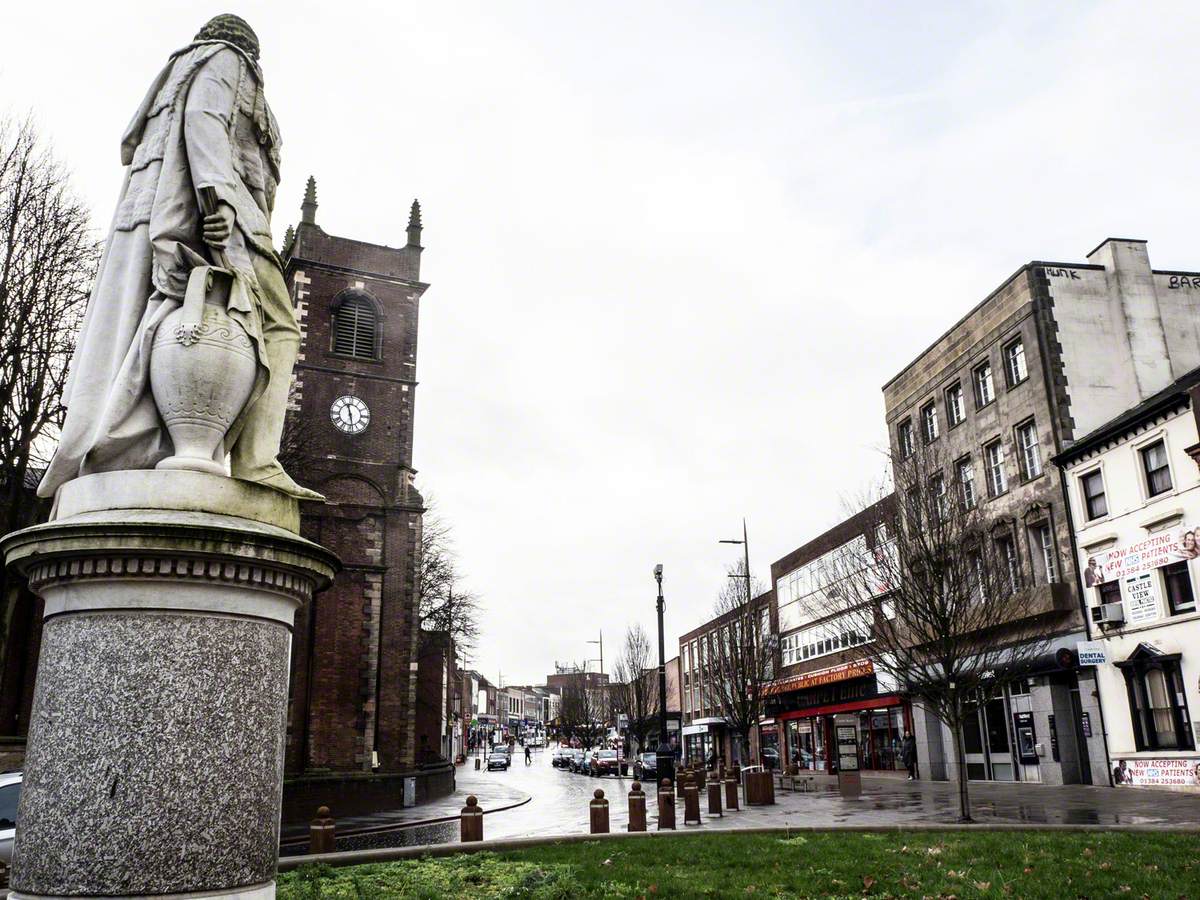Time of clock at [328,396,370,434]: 11:28
